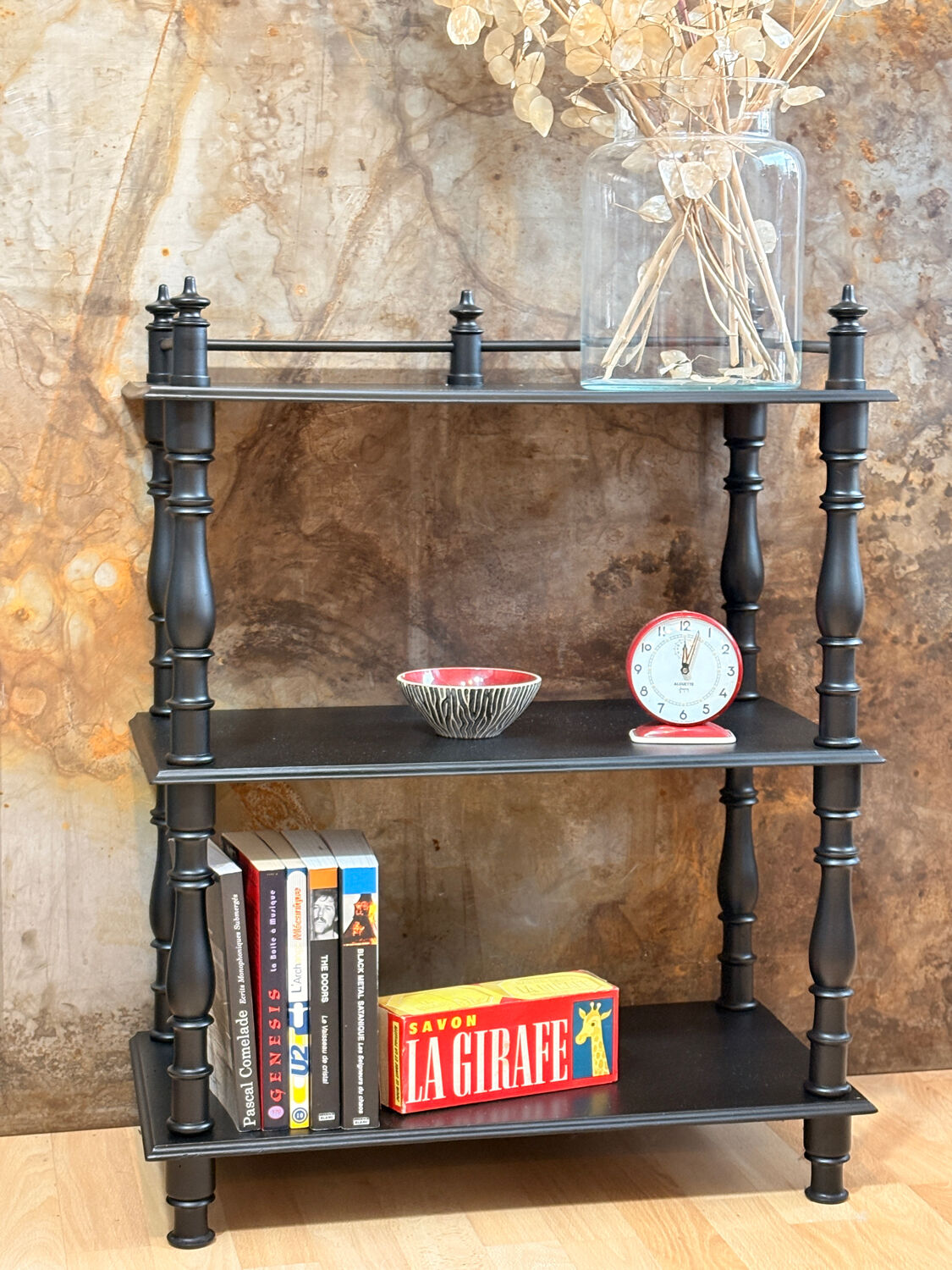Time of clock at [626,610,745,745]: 12:02
